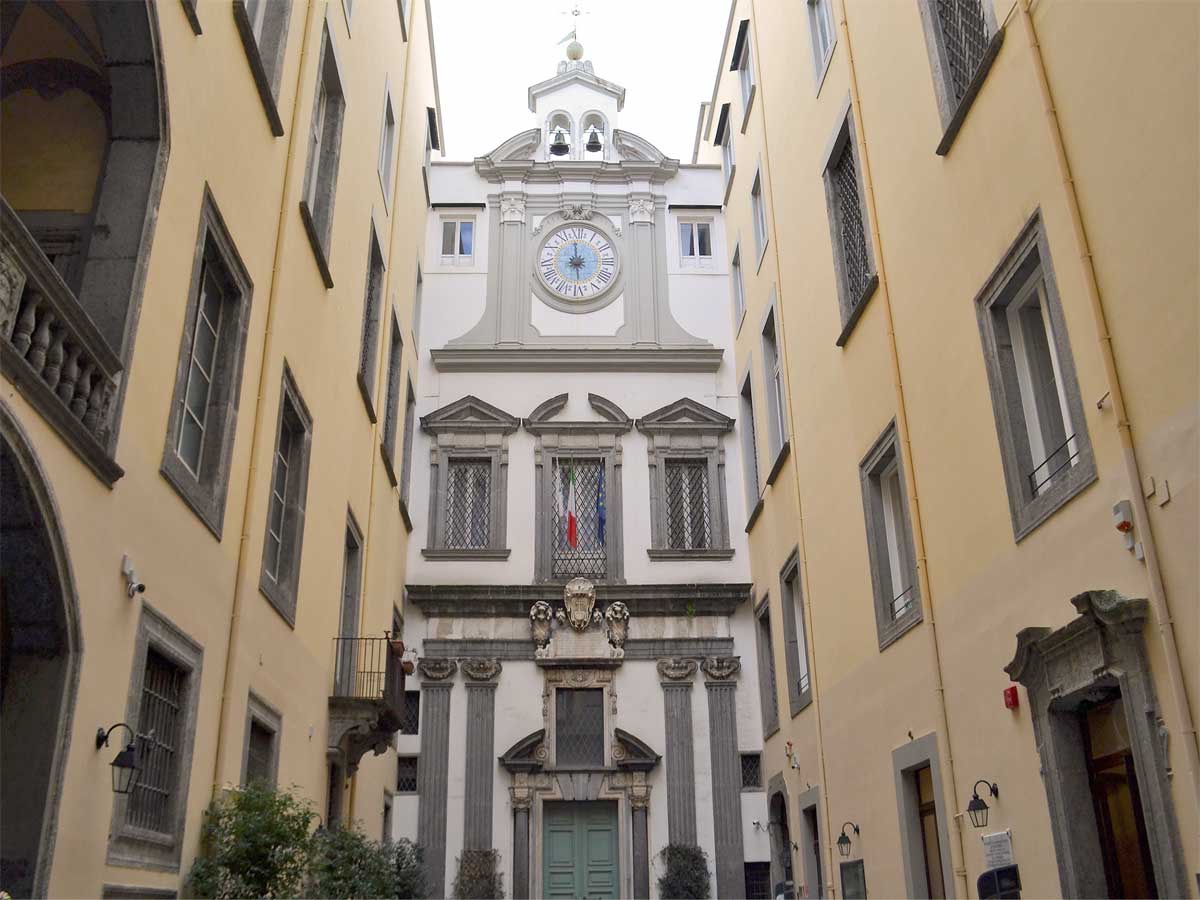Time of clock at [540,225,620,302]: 5:59
